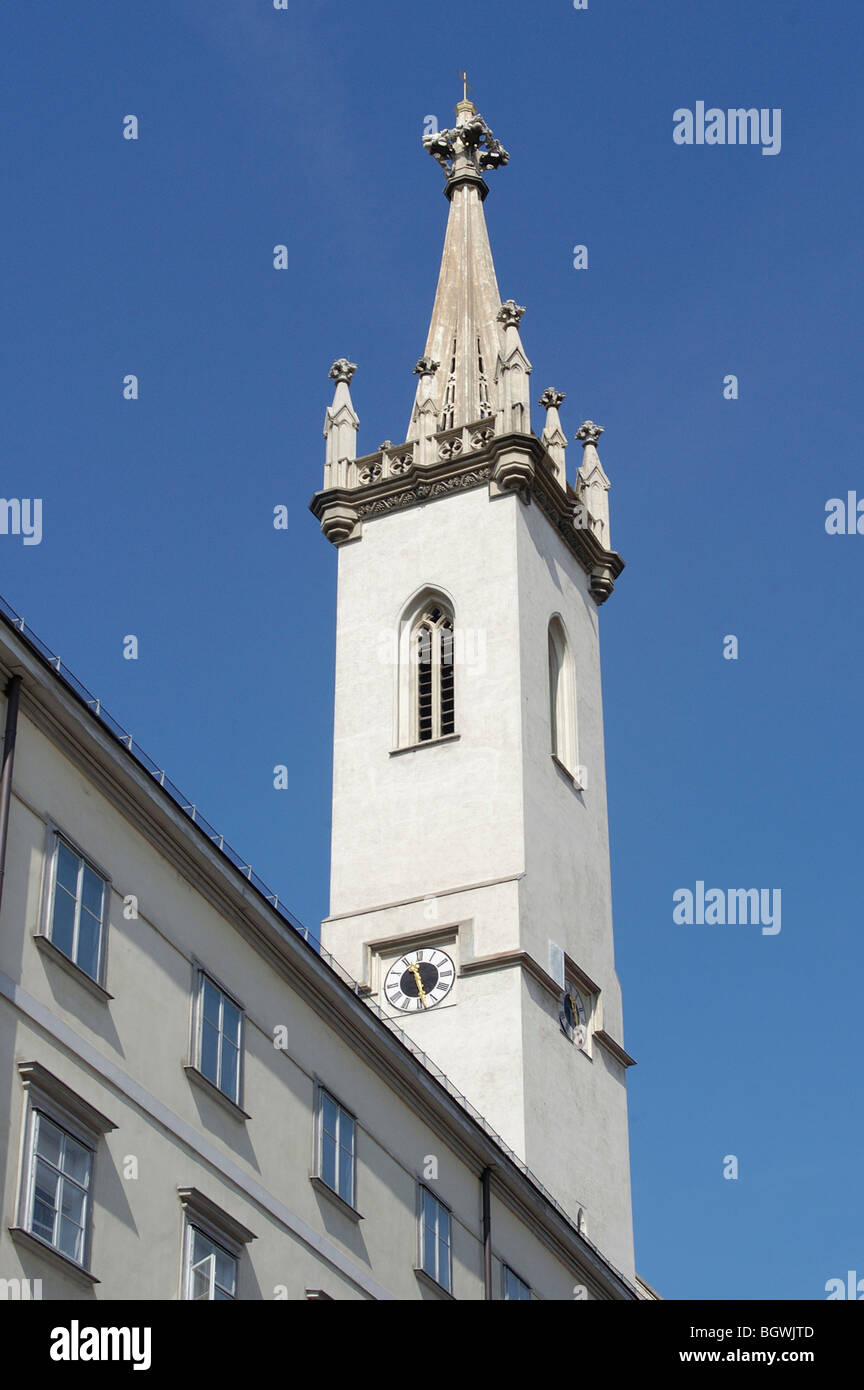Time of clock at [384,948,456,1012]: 11:28
